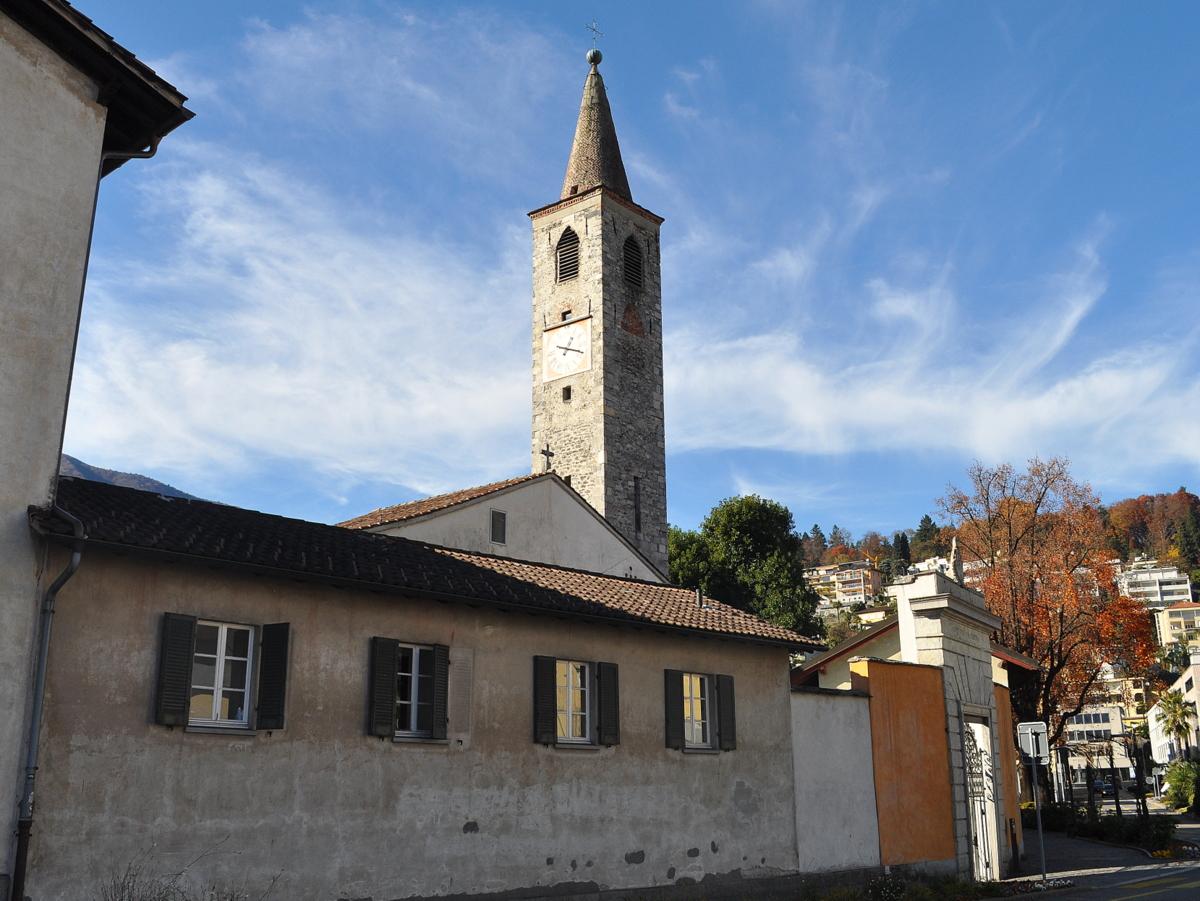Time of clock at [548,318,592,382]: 1:18
